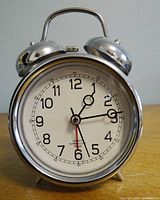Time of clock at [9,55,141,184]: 1:13
